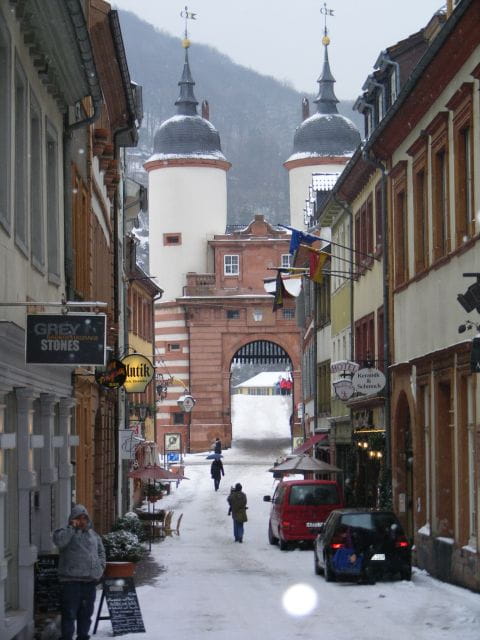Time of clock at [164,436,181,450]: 1:37
